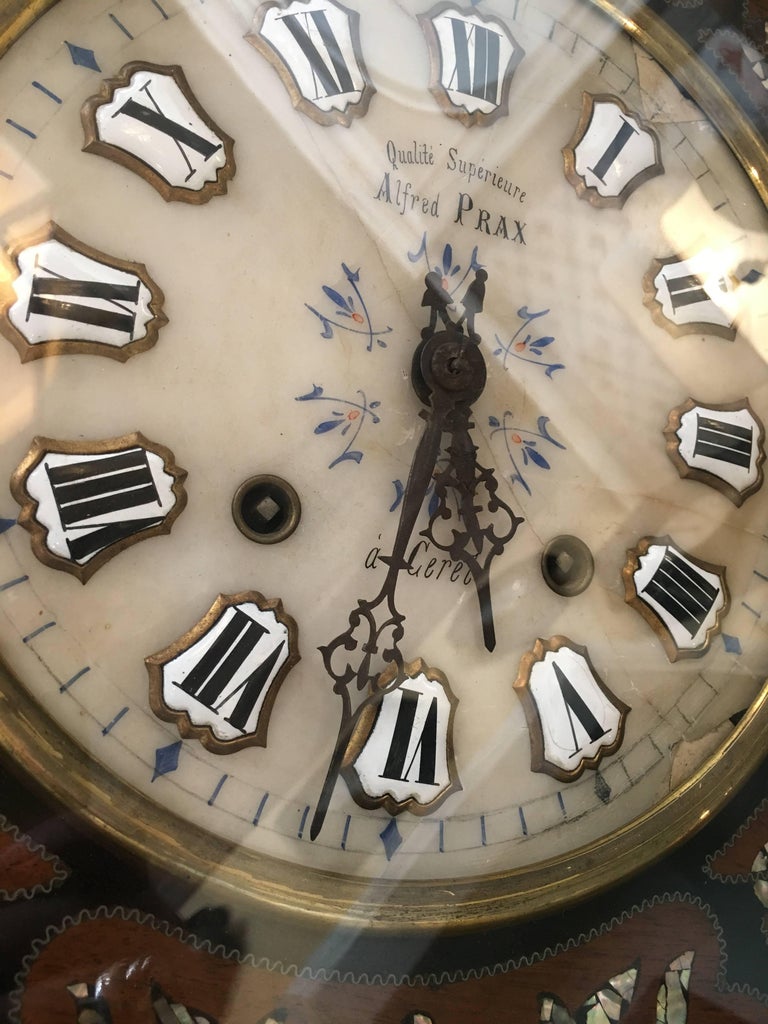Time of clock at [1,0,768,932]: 5:31
